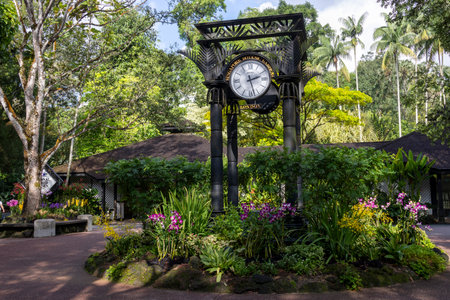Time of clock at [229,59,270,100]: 2:27
